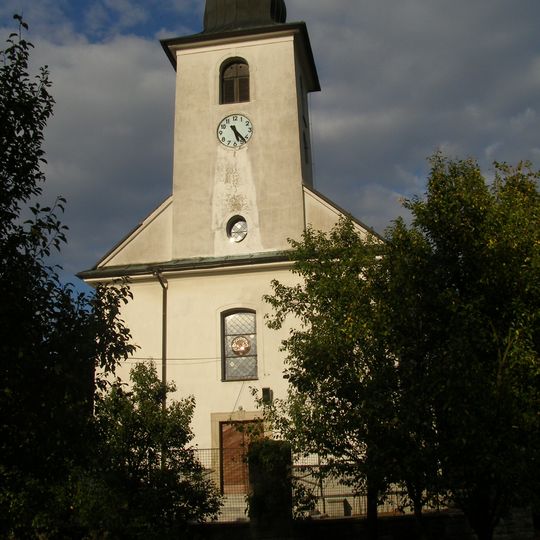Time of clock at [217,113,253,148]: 5:23
